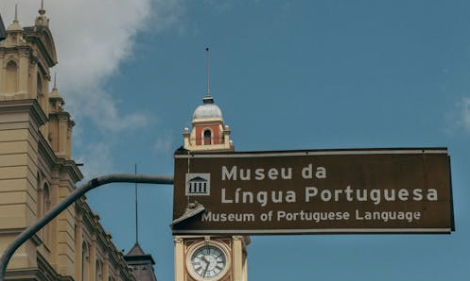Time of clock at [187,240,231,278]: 10:33
